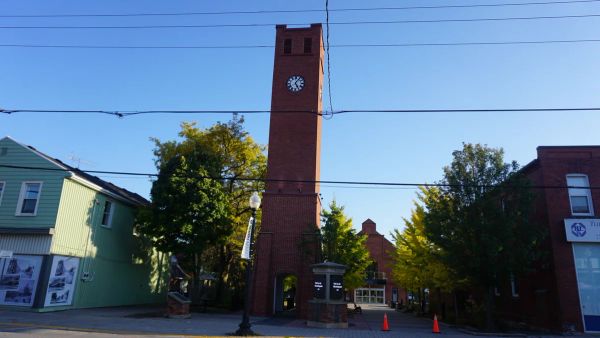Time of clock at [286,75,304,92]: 5:06
